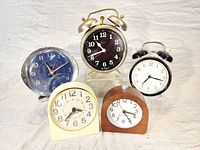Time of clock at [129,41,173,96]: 7:17
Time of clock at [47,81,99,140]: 3:37
